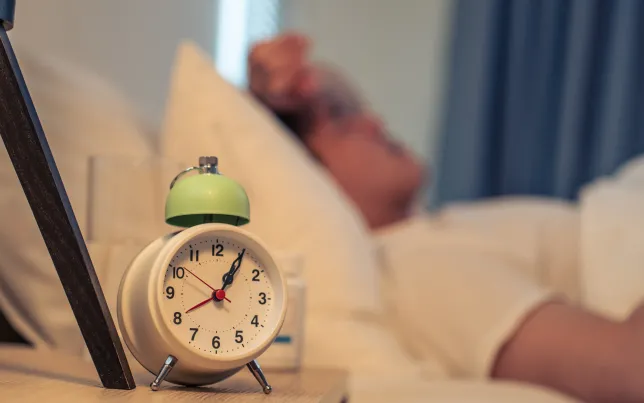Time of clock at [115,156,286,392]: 1:04
